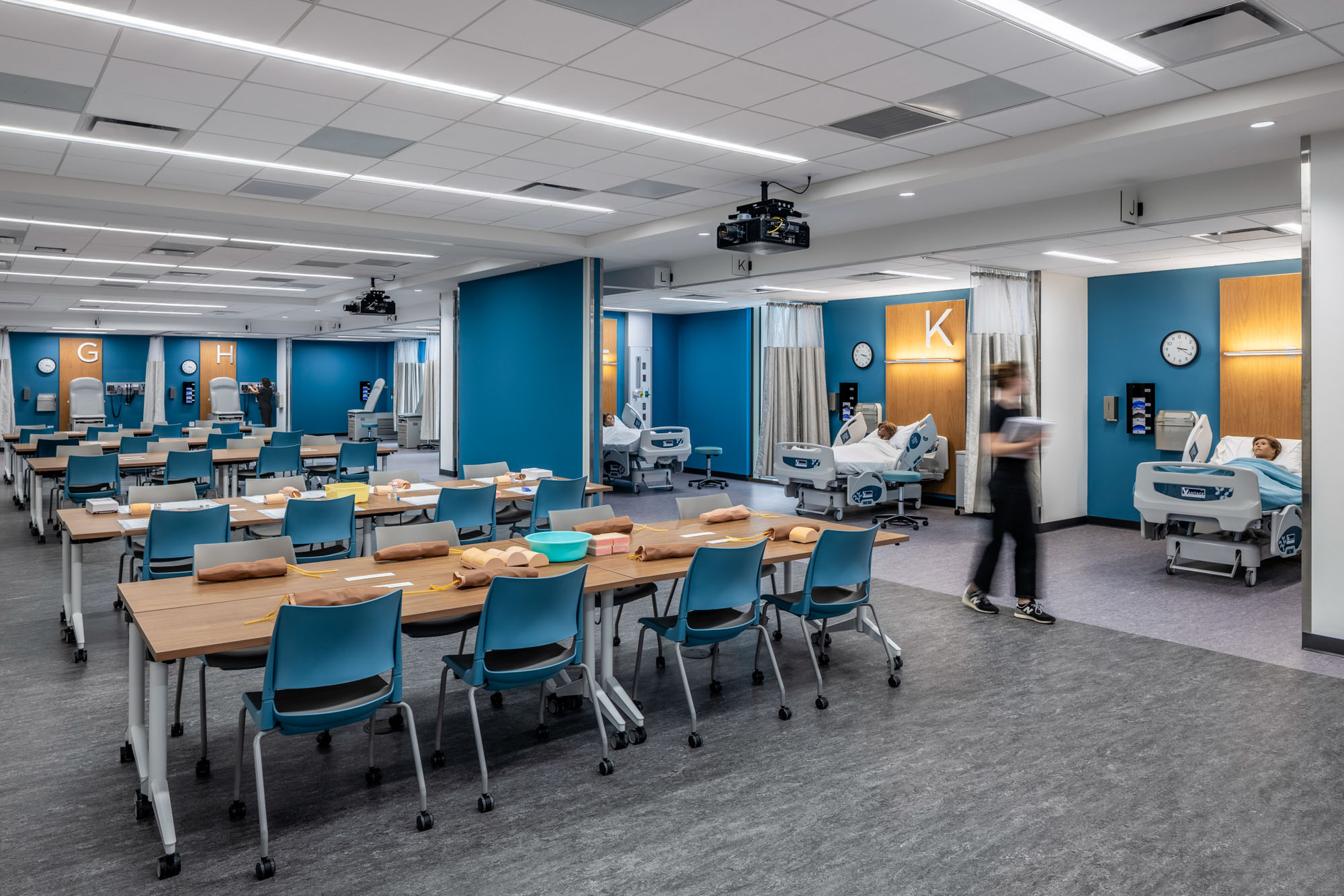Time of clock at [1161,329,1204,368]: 3:20
